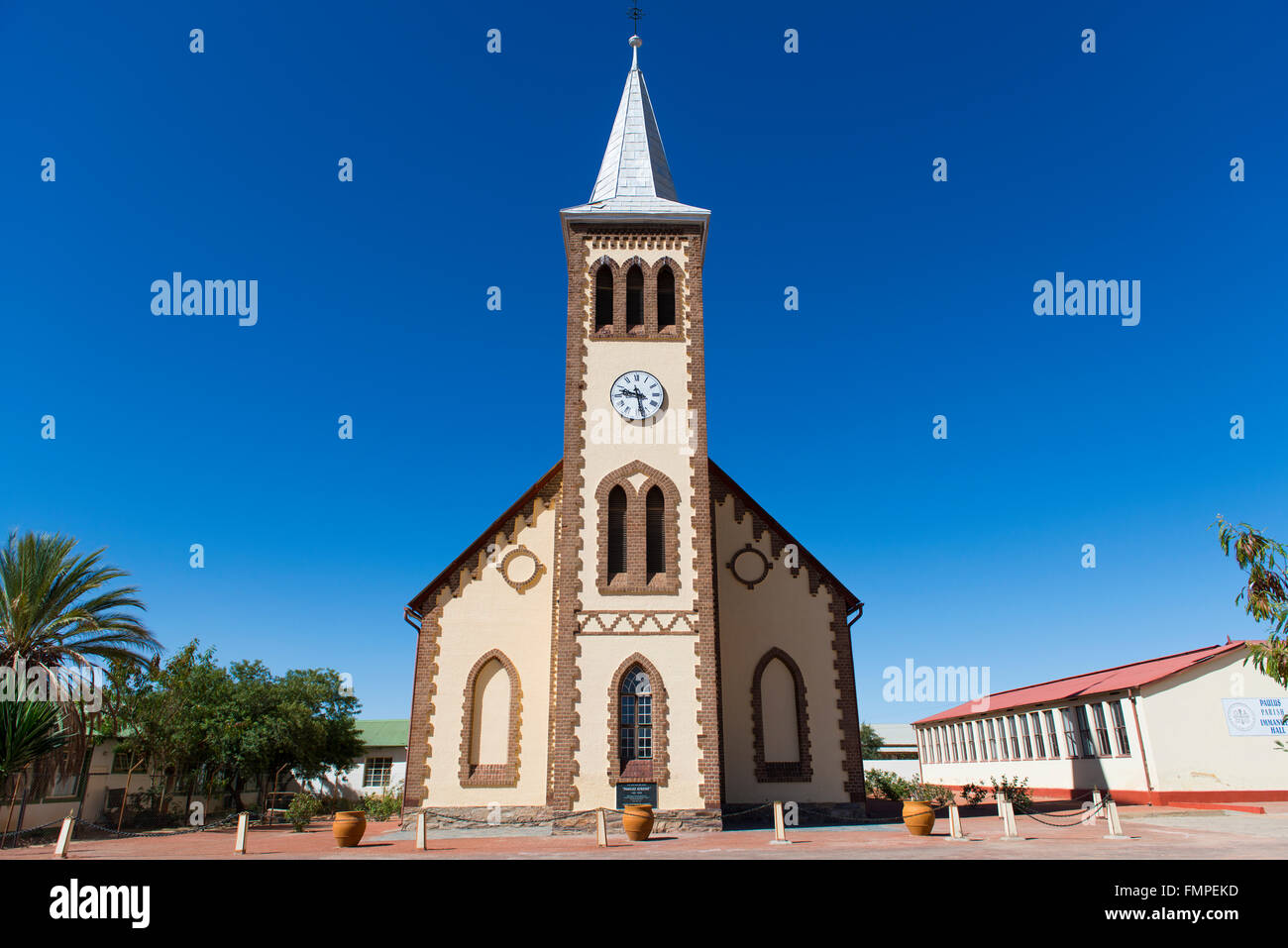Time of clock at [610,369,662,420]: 9:28
